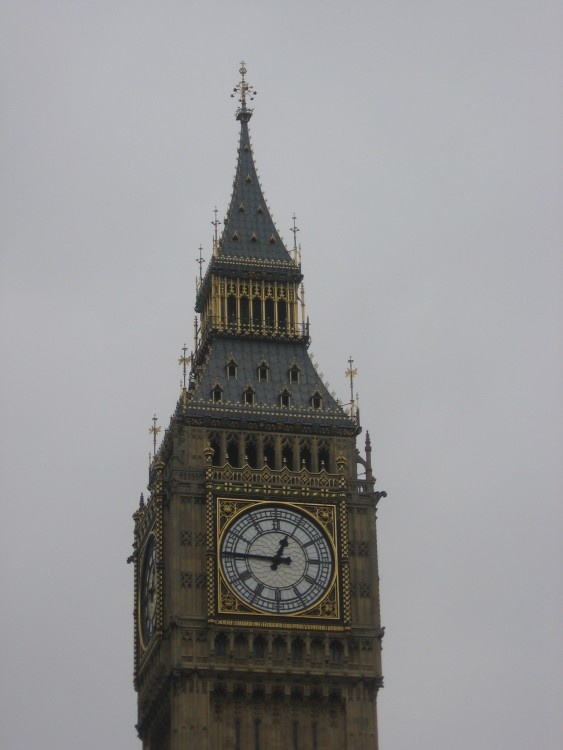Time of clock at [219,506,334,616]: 12:46
